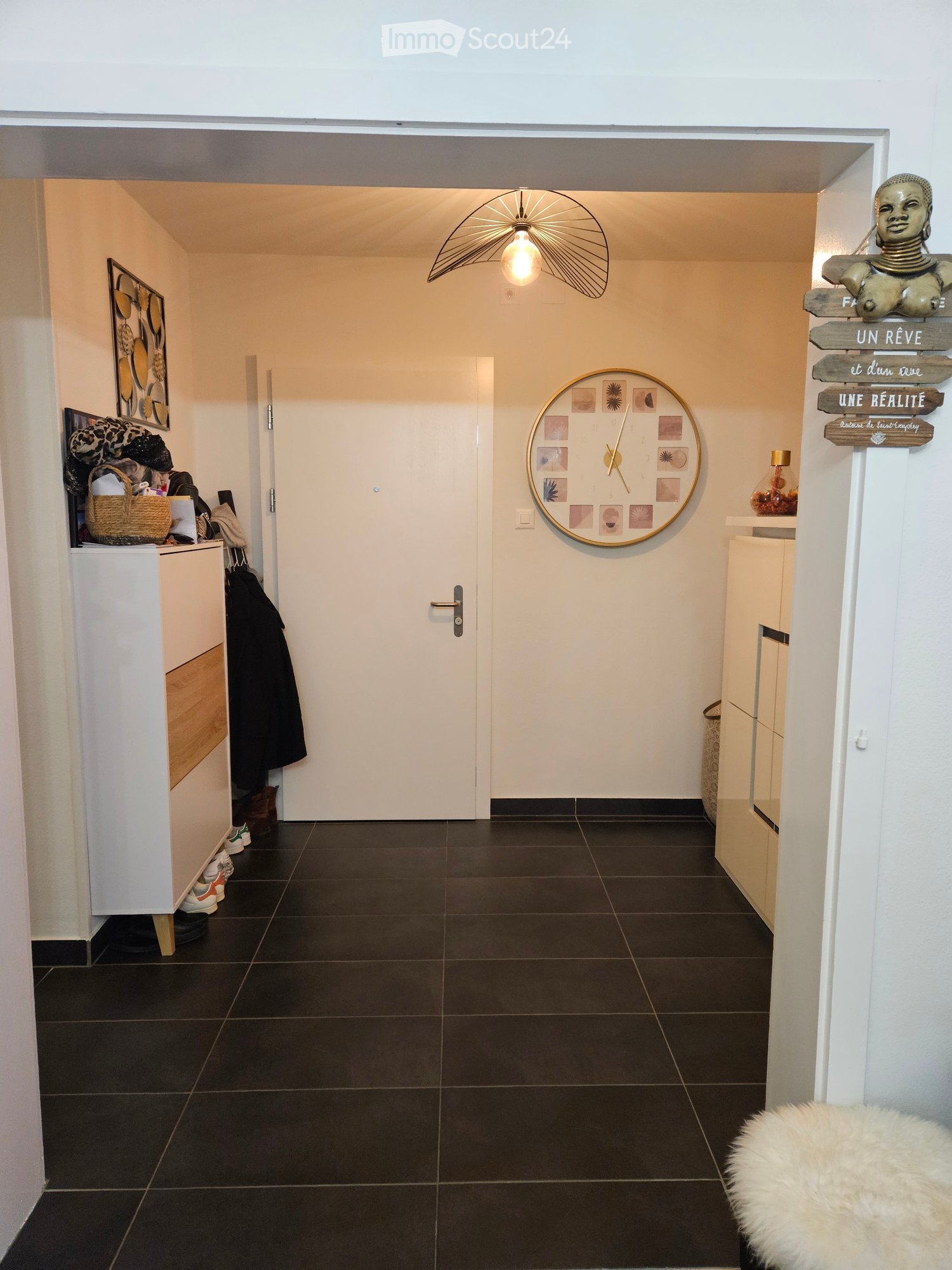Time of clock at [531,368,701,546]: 5:02
